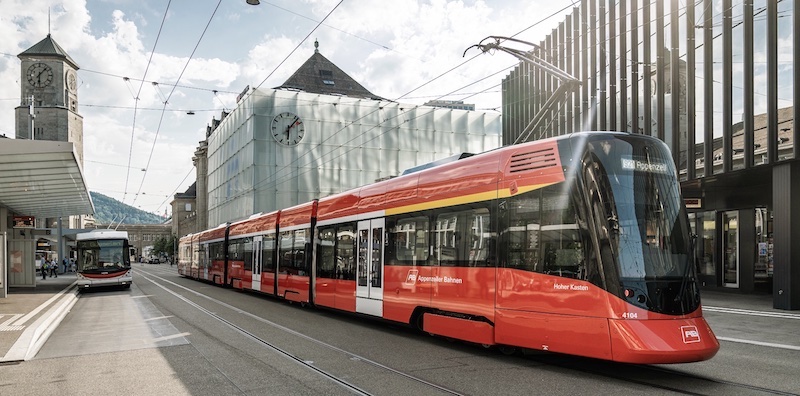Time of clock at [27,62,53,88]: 6:07
